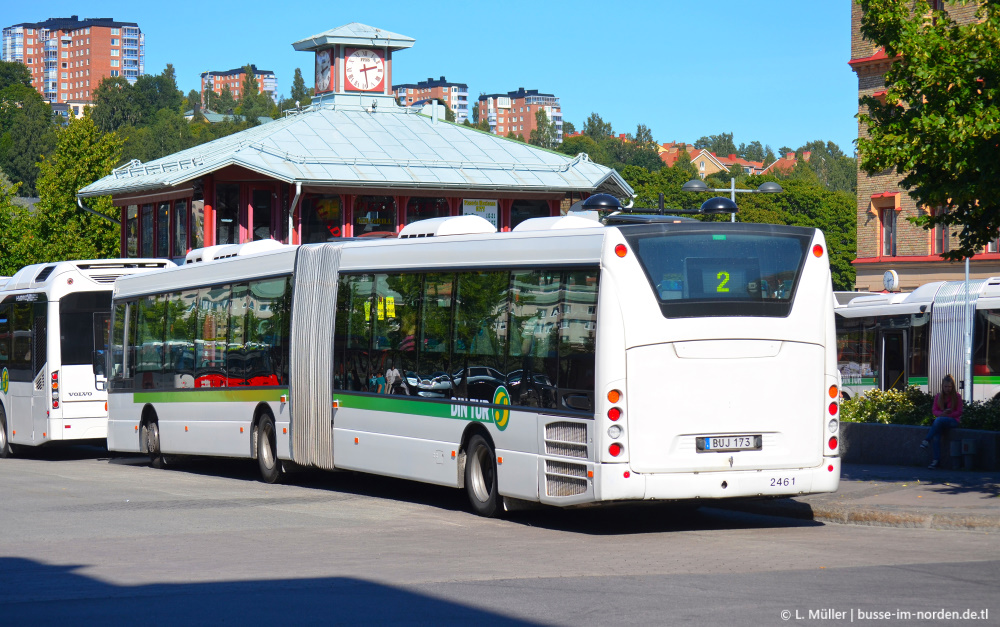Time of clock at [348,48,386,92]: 2:28
